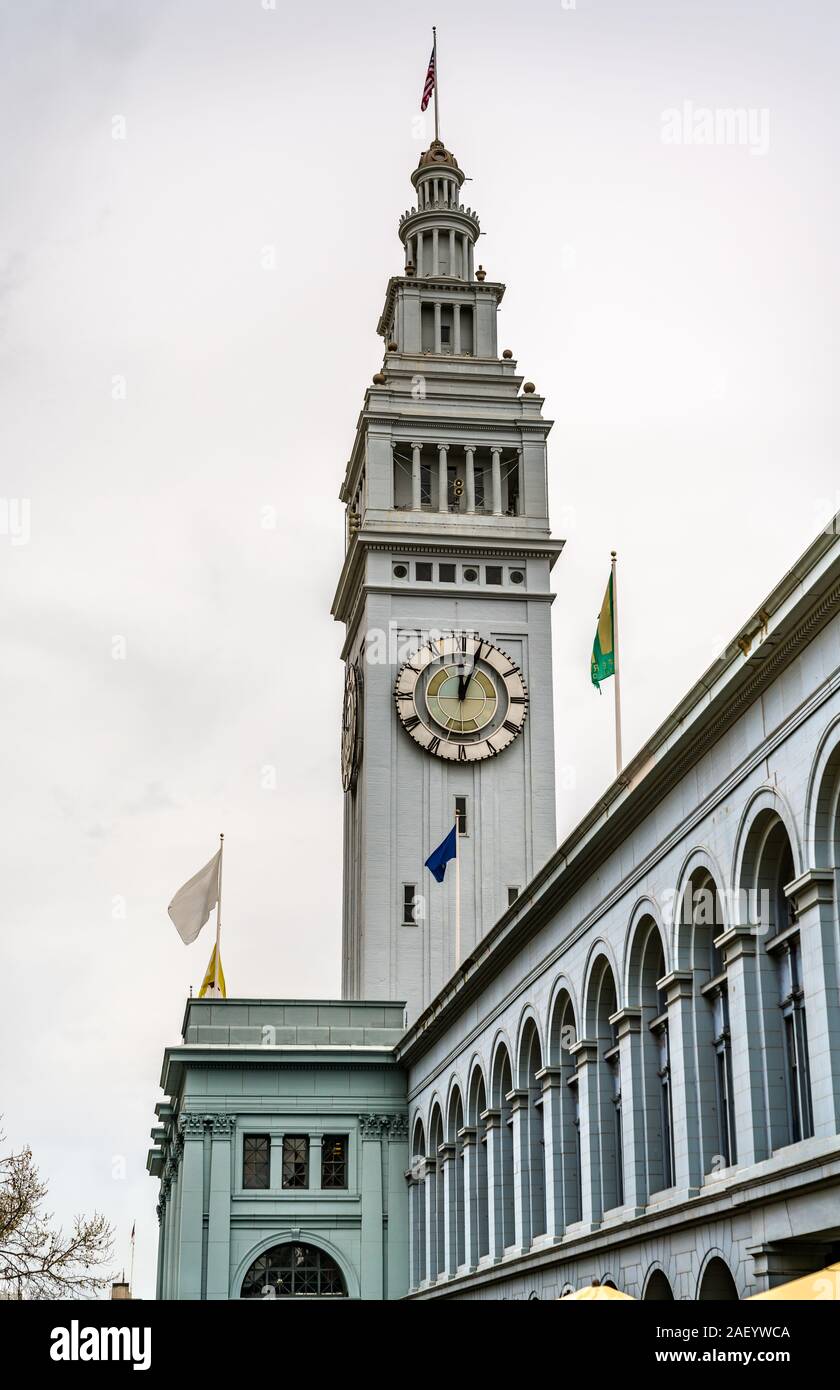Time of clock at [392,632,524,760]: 12:03
